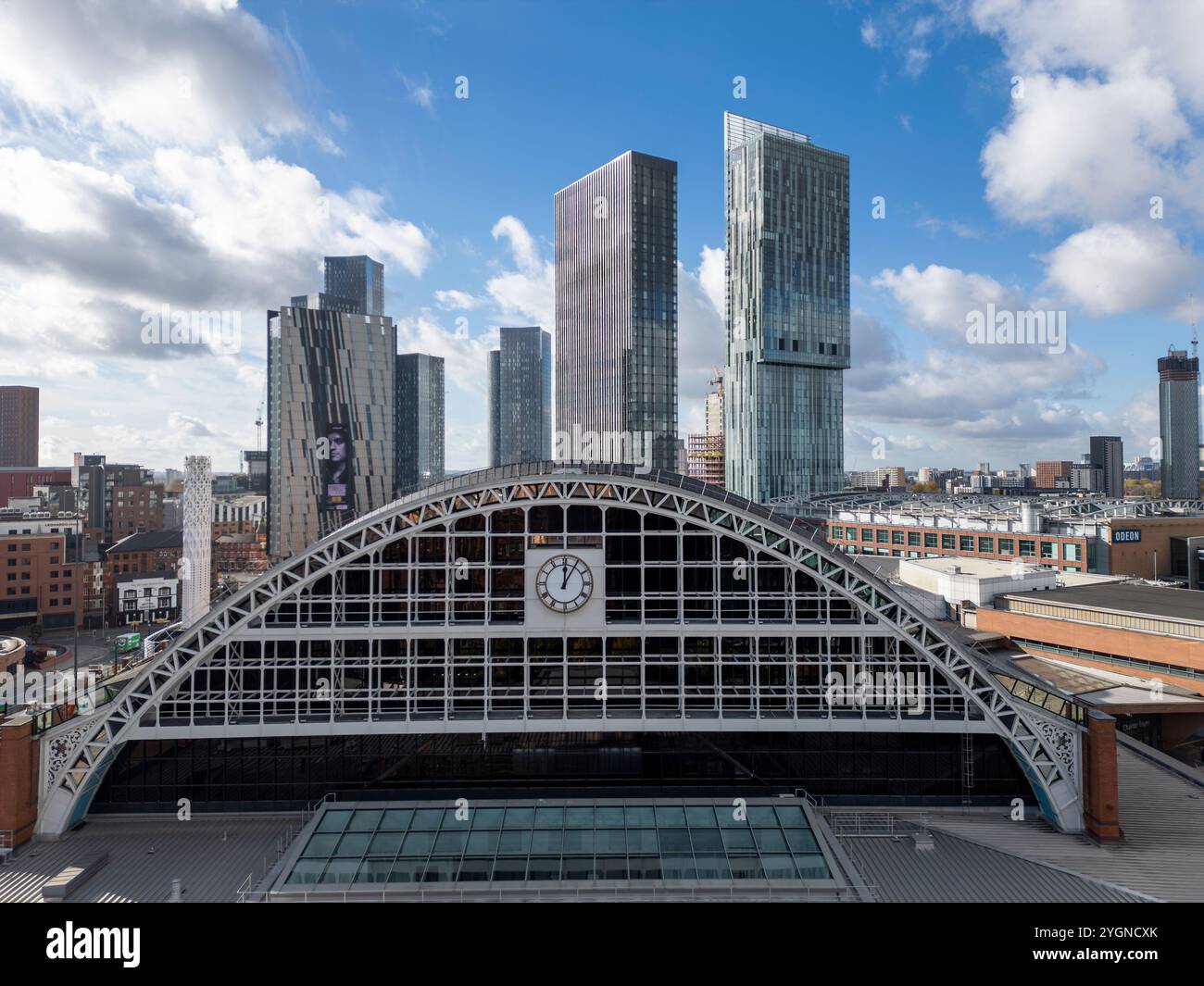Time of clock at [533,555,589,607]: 12:05
